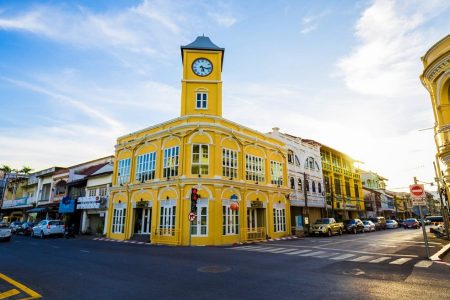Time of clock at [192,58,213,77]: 5:16
